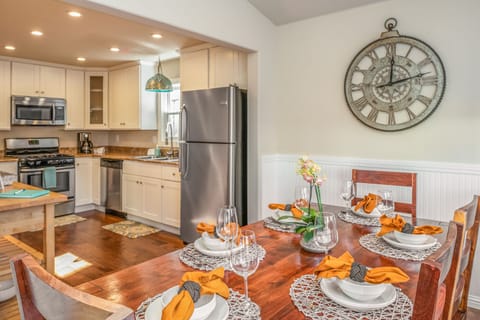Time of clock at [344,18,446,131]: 12:12
